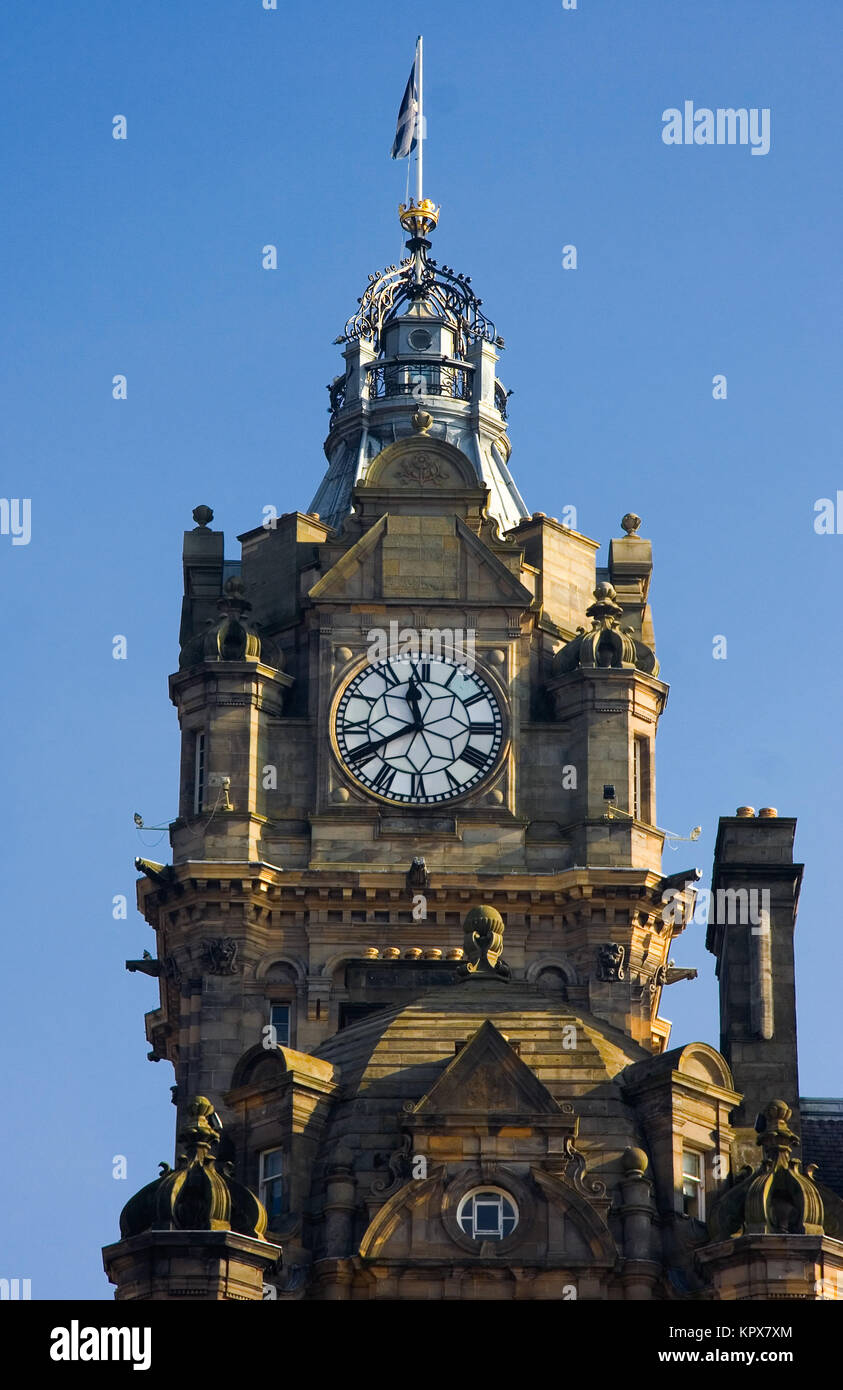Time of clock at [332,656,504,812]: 11:40
